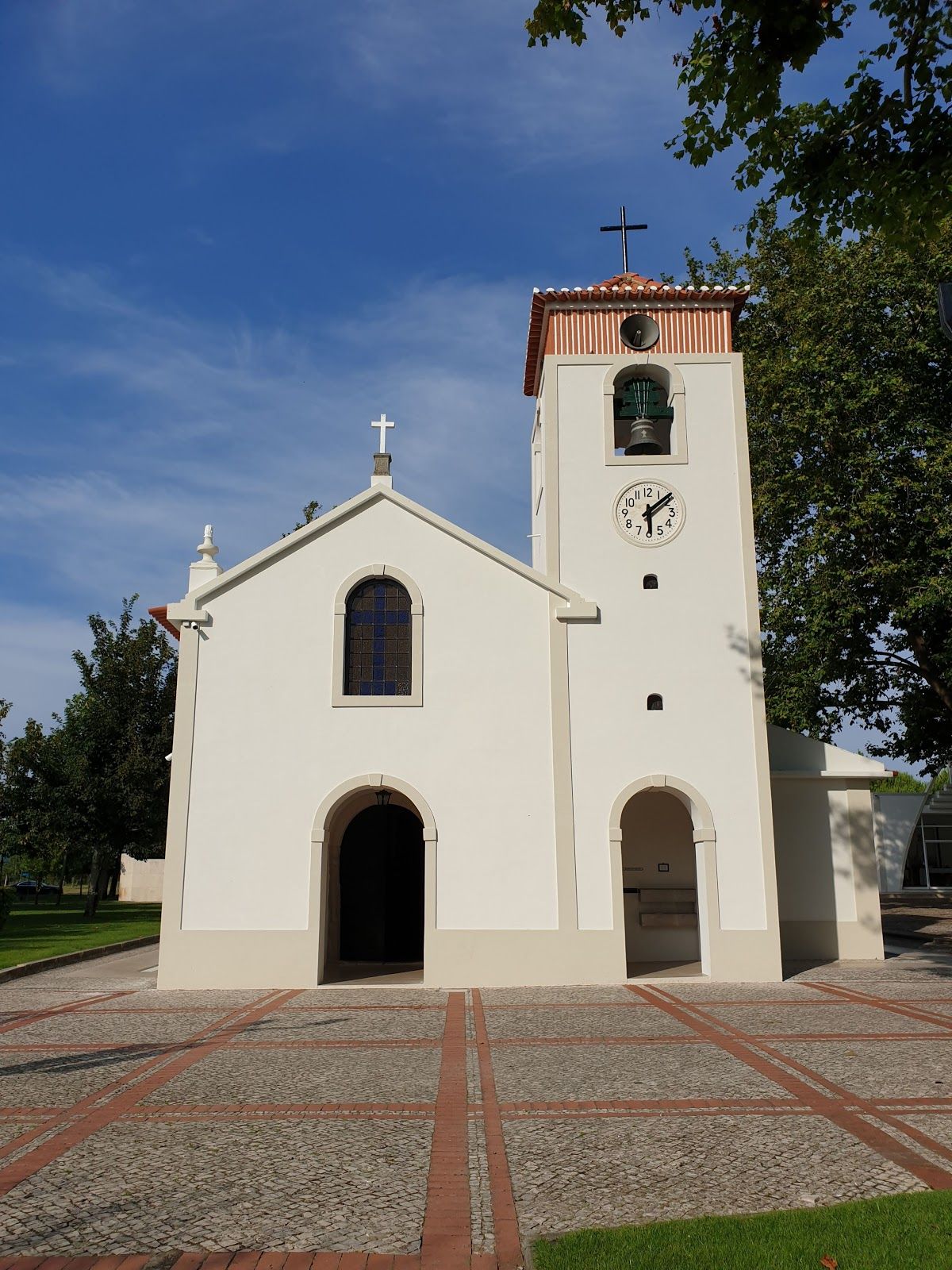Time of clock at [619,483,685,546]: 6:08
